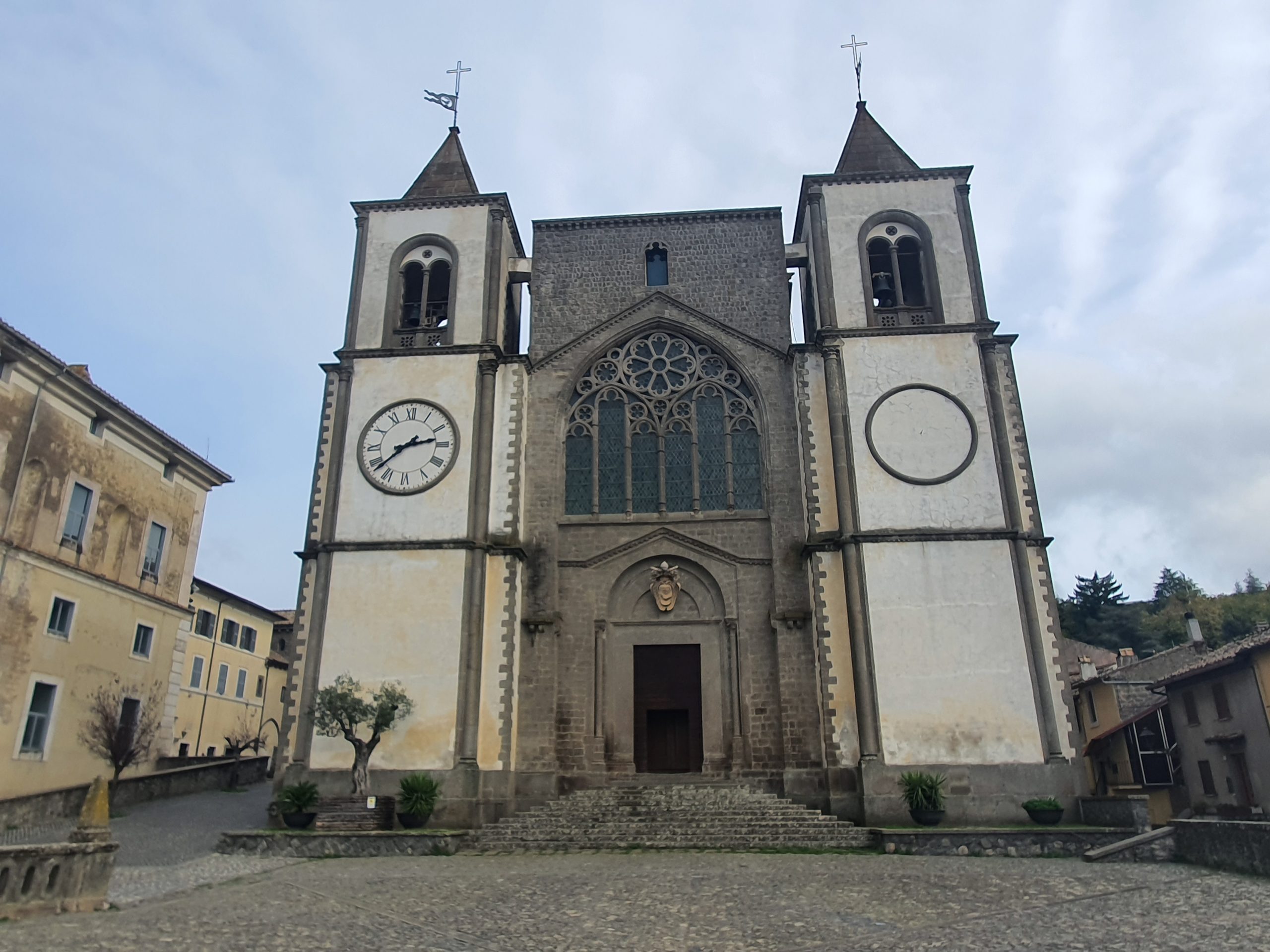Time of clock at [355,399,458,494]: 2:38
